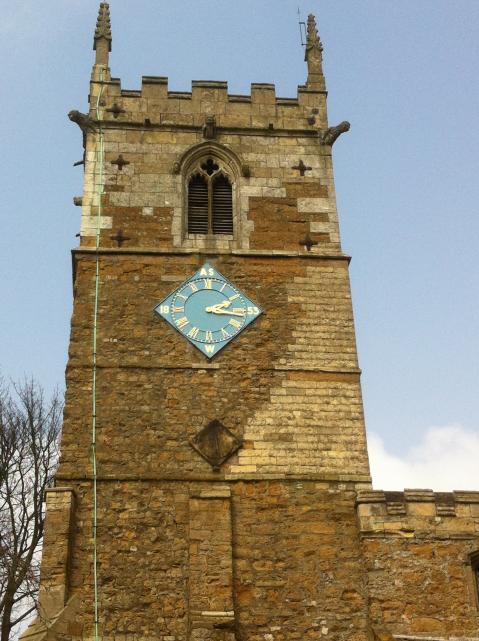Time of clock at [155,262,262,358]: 2:16
